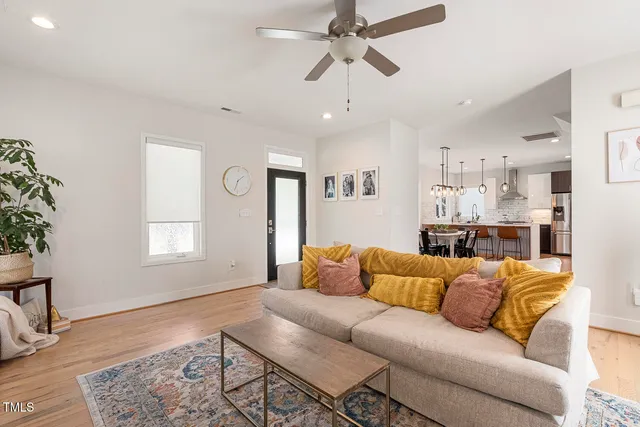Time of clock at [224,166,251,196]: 1:33
